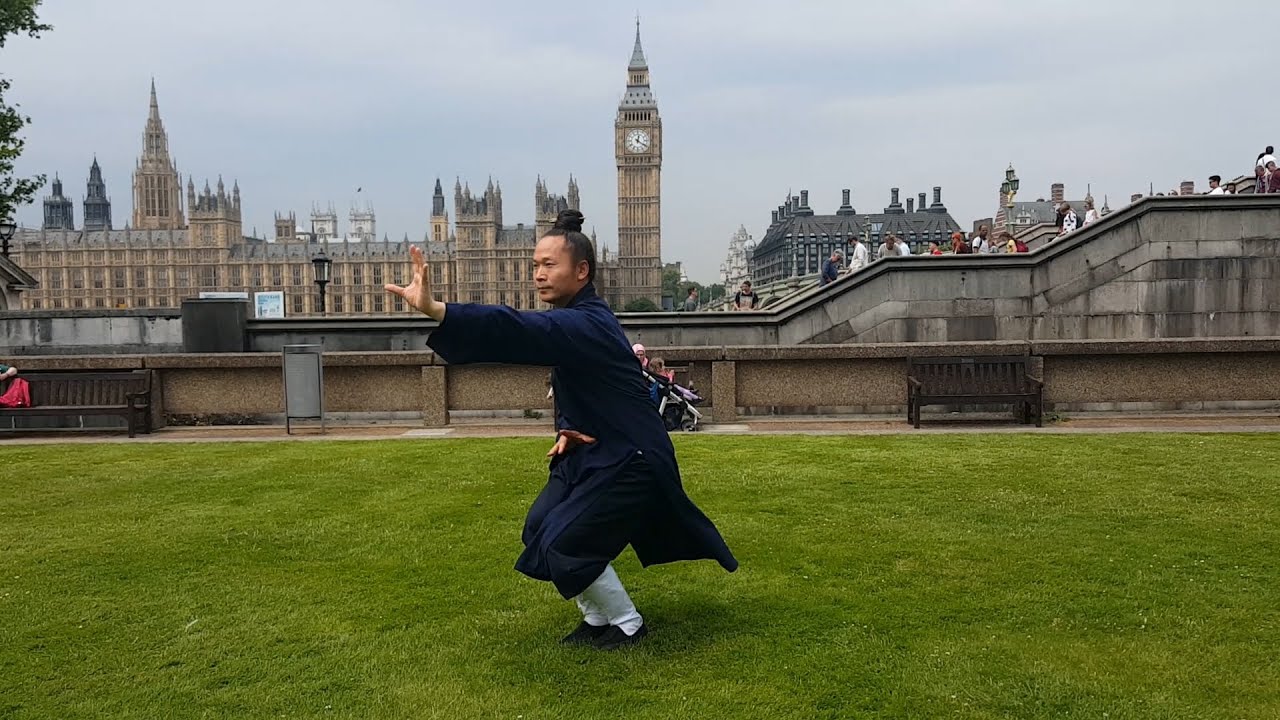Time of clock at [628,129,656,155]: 12:20
